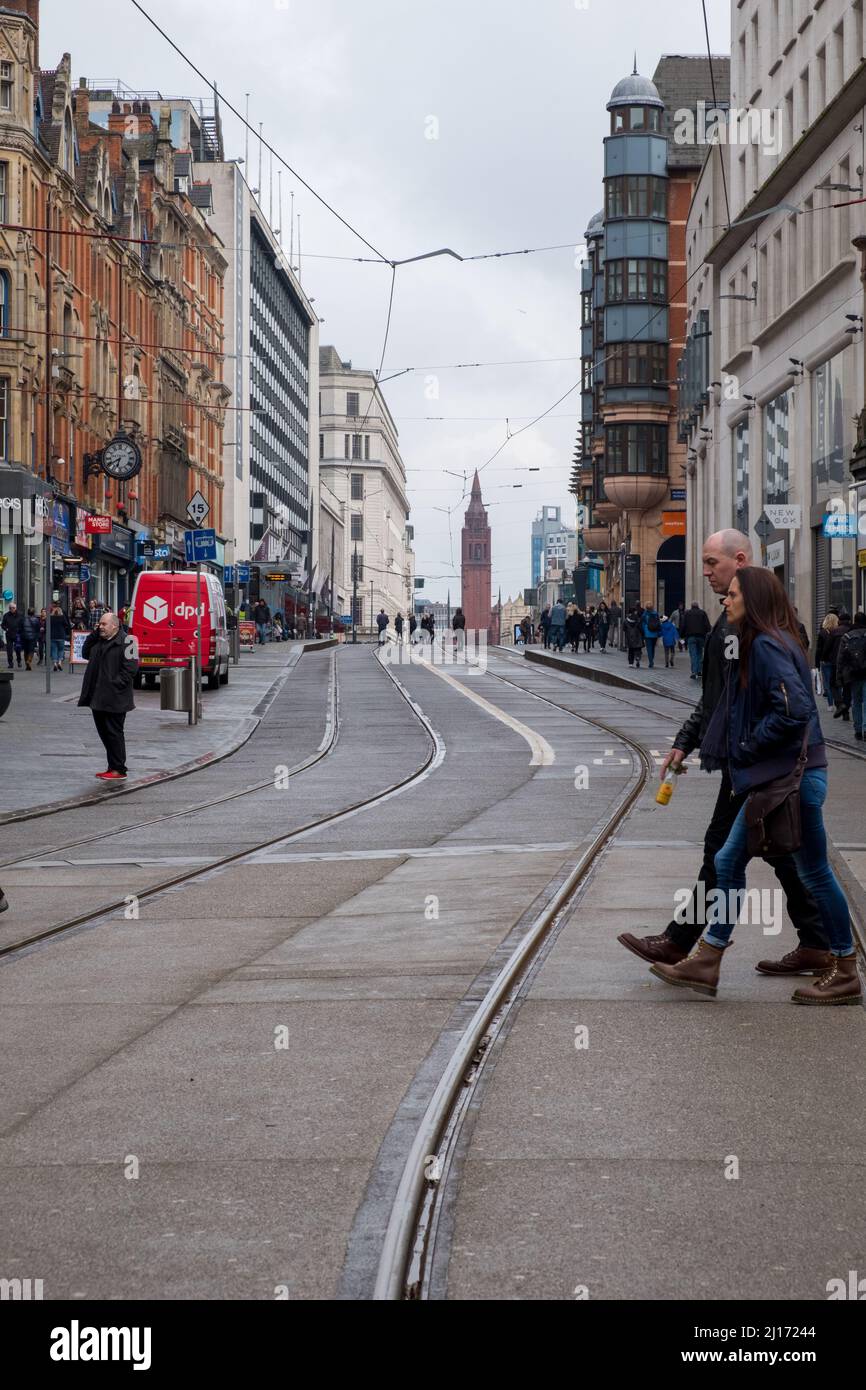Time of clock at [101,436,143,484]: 6:40
